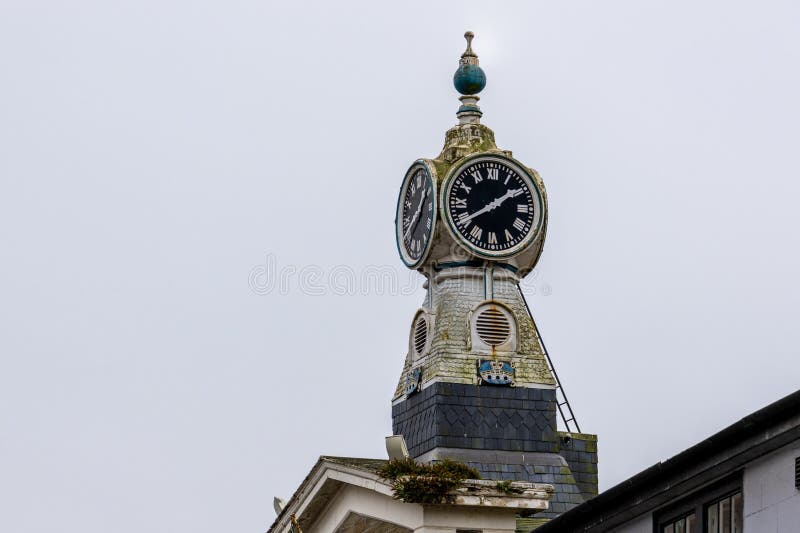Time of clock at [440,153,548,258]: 1:39
